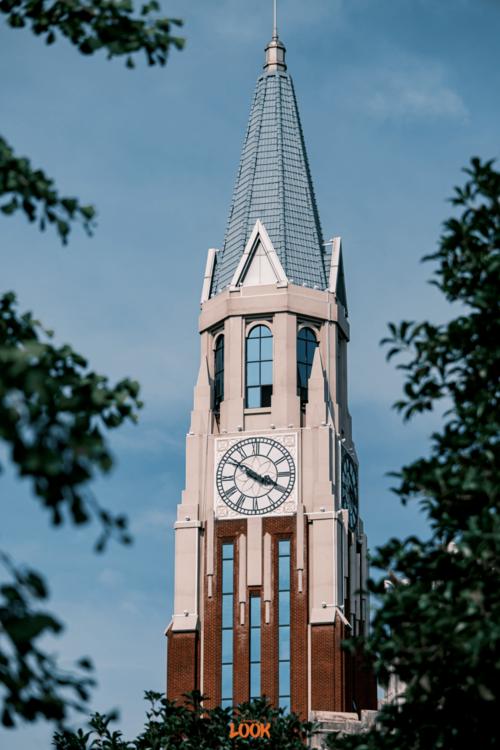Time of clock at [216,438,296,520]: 3:50
